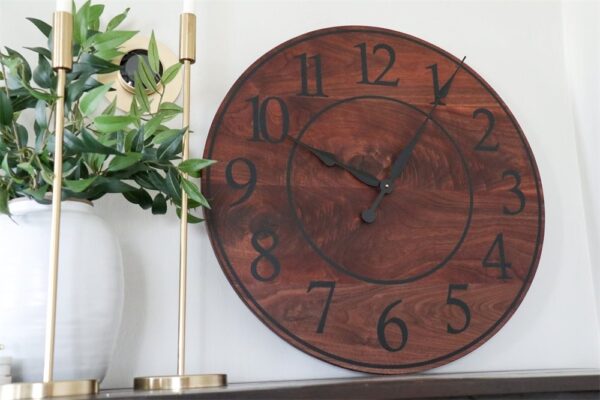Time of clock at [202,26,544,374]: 10:05
